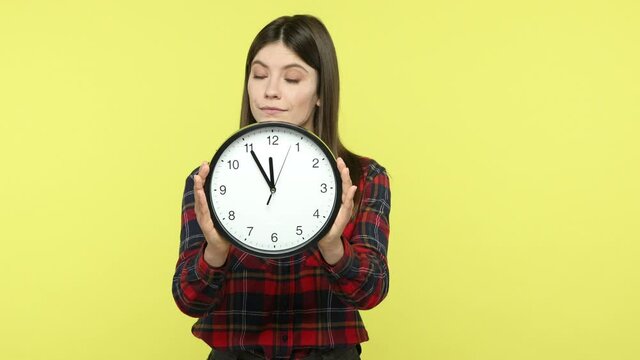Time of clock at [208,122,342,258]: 11:54
